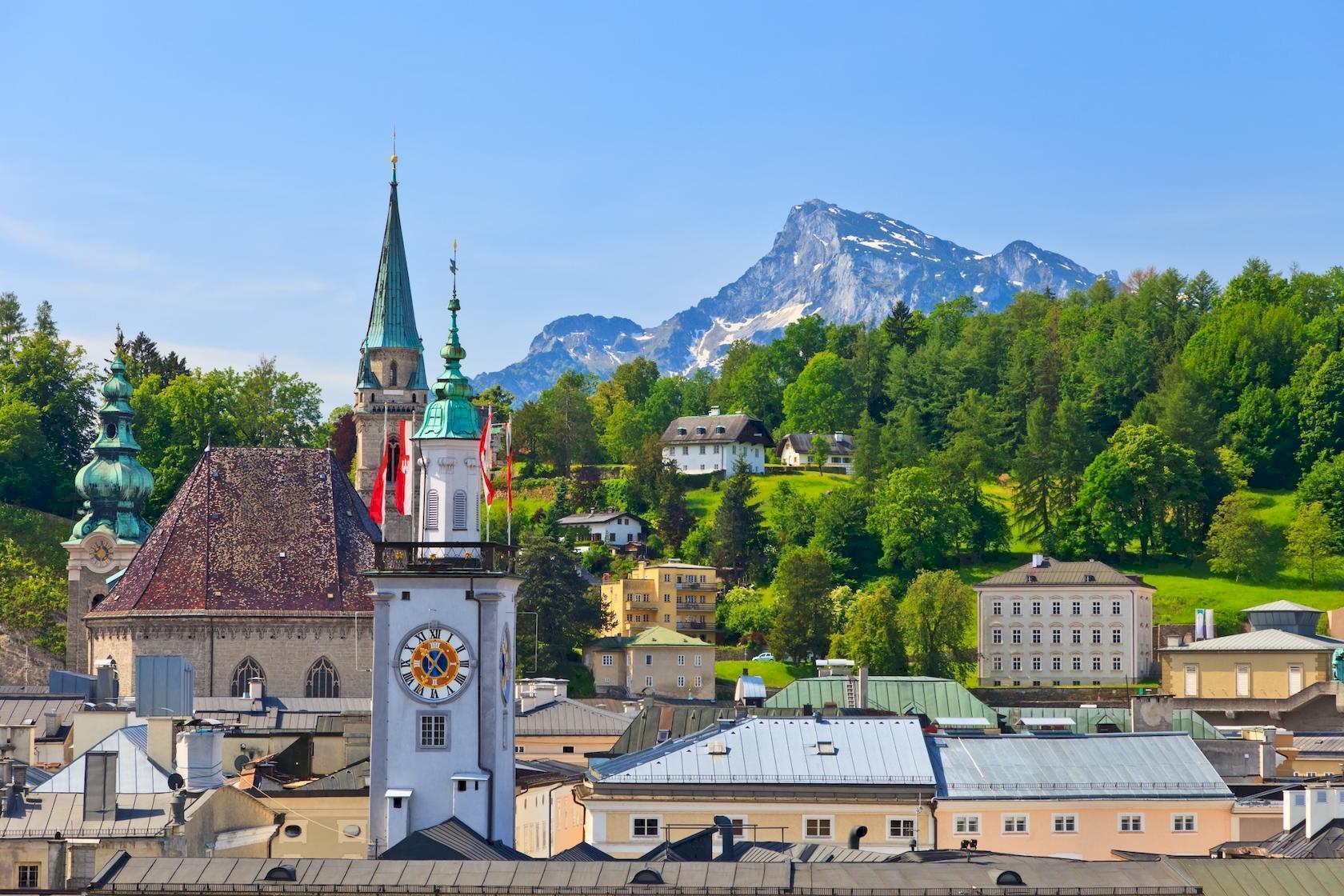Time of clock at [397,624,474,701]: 4:35
